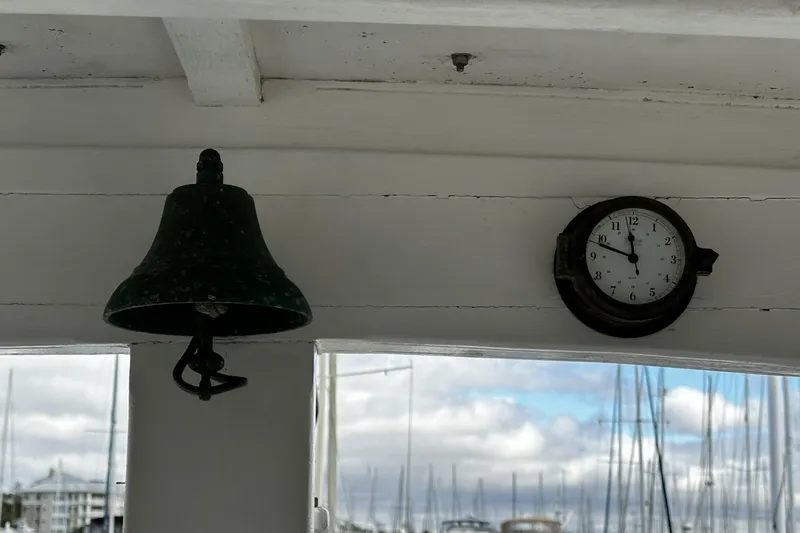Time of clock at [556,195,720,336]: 11:48
